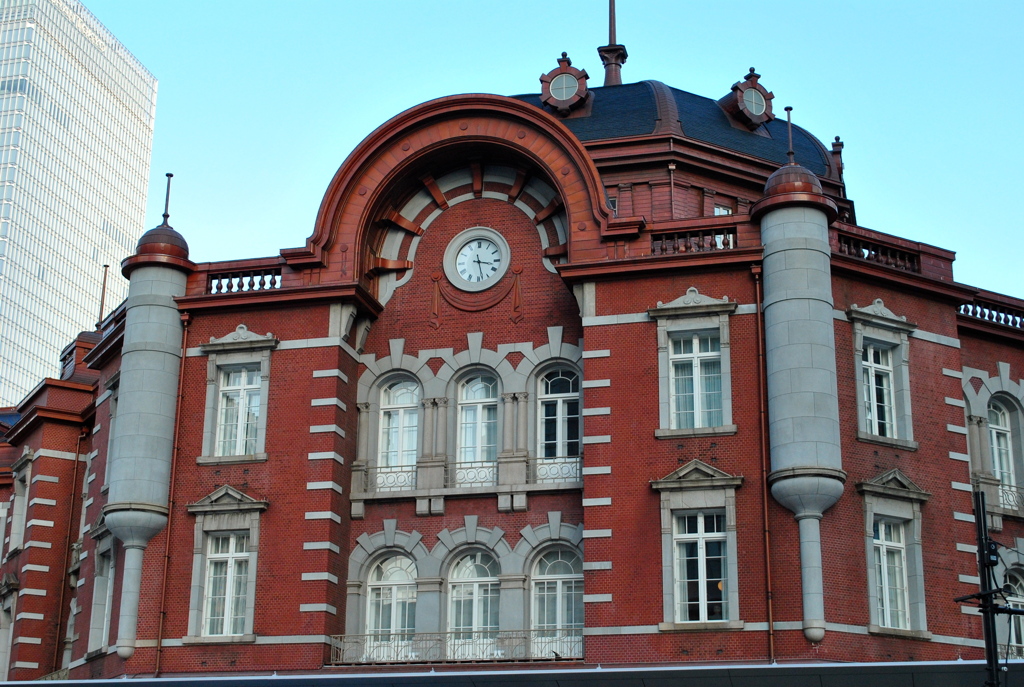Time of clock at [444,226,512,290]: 3:28
